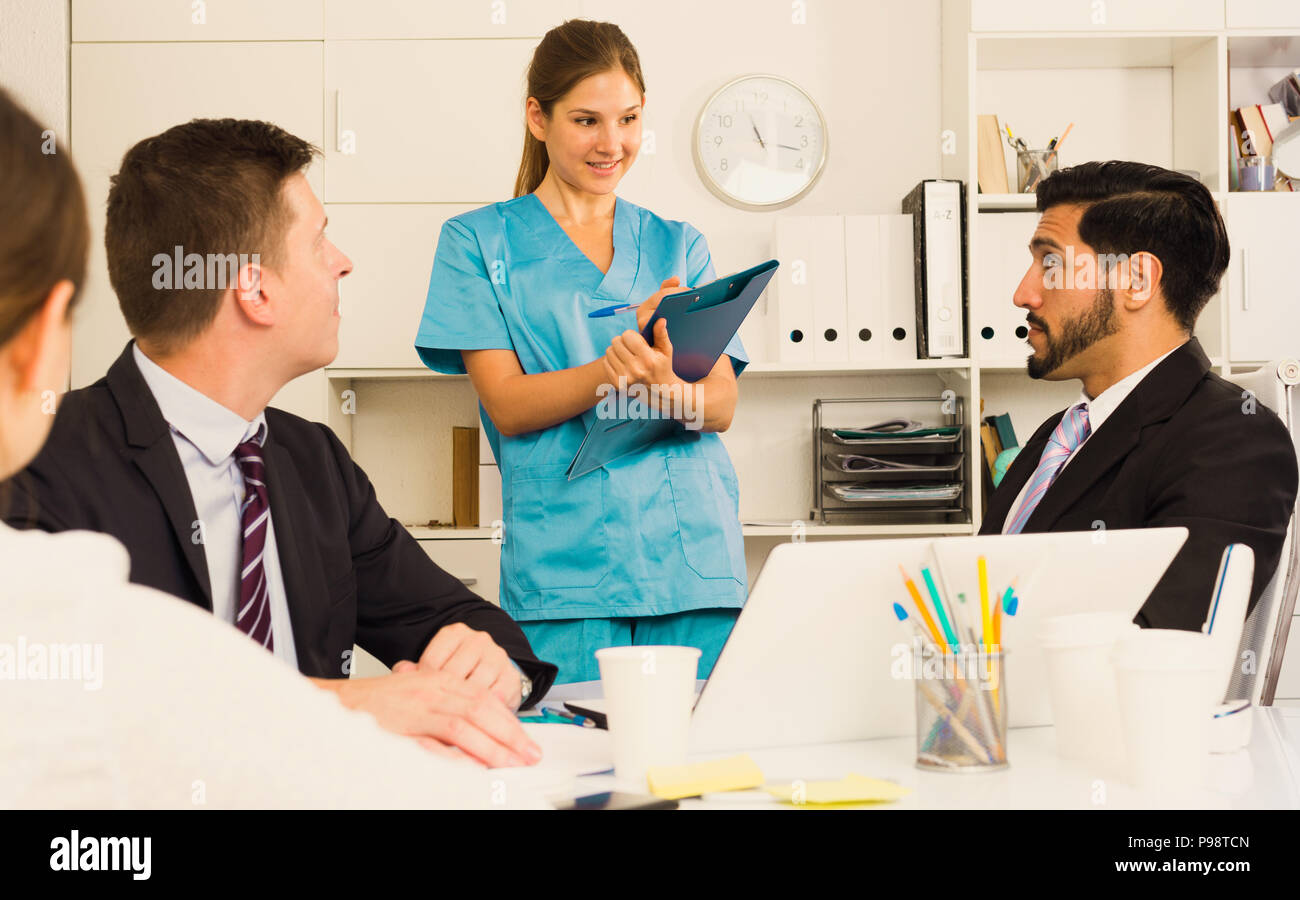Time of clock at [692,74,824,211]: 11:16
